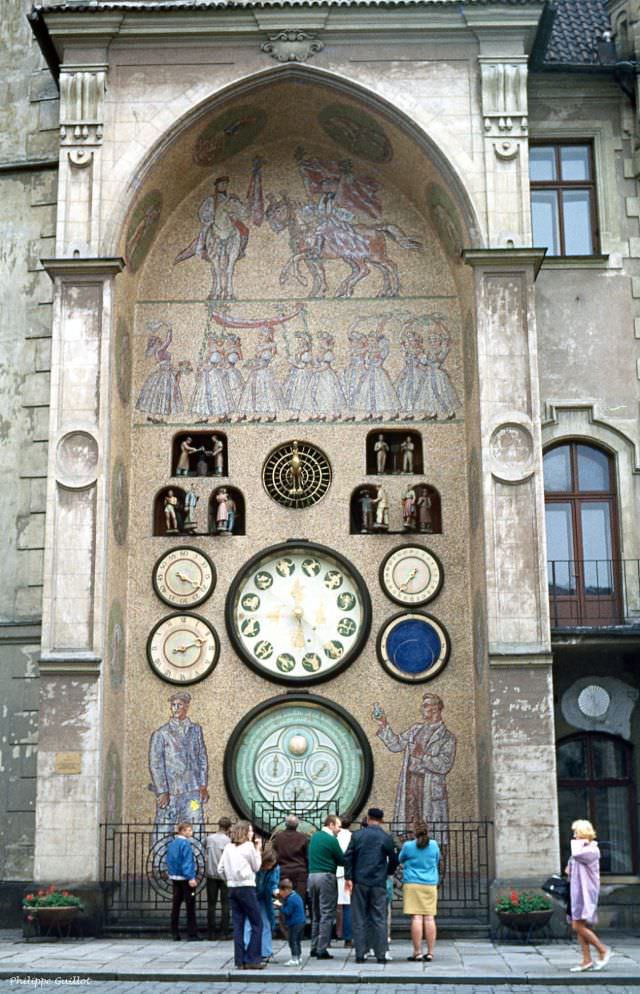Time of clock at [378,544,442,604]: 7:36
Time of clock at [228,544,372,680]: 6:01
